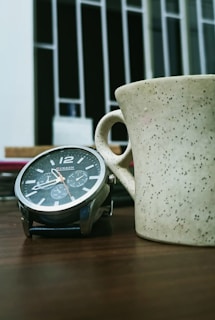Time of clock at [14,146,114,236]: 10:41
